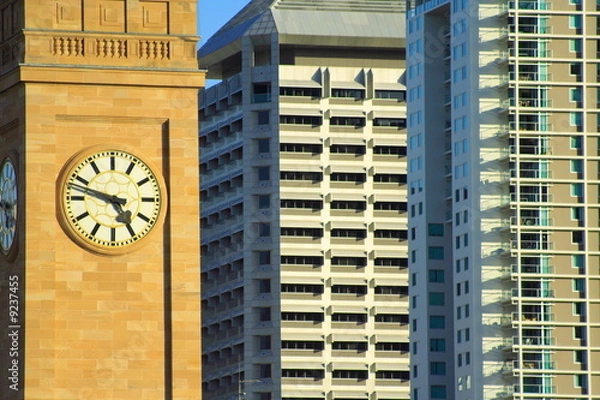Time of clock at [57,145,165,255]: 4:47
